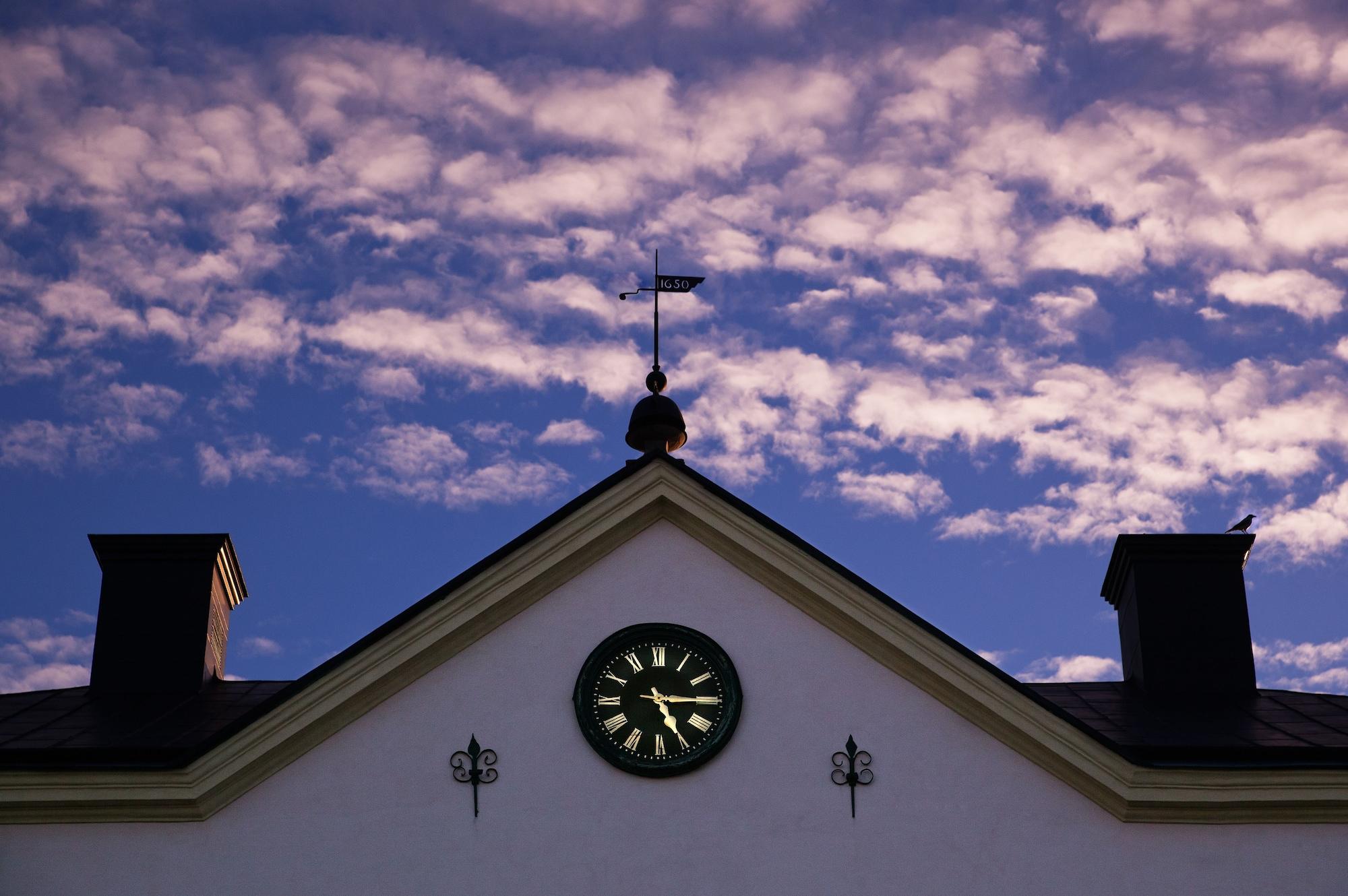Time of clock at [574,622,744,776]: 5:14
